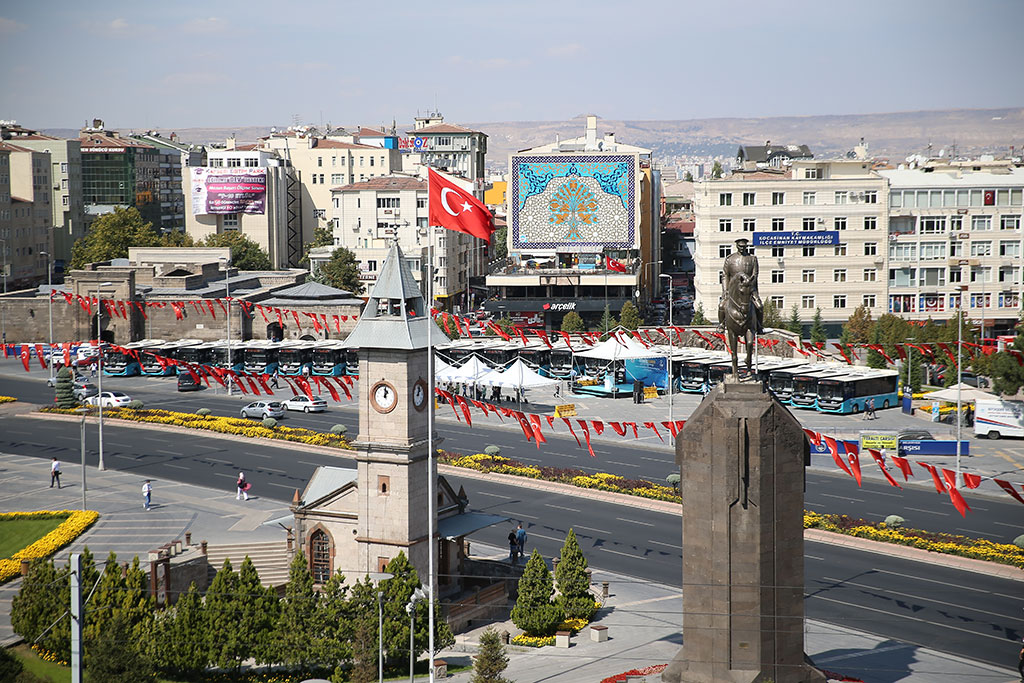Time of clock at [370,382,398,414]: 1:01
